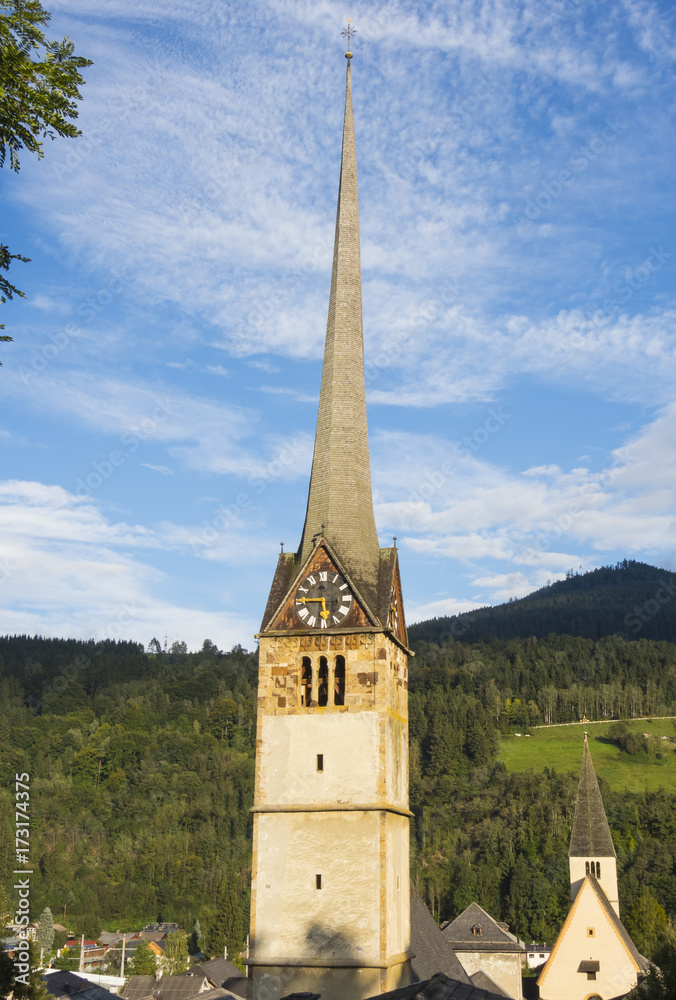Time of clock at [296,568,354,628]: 5:45
